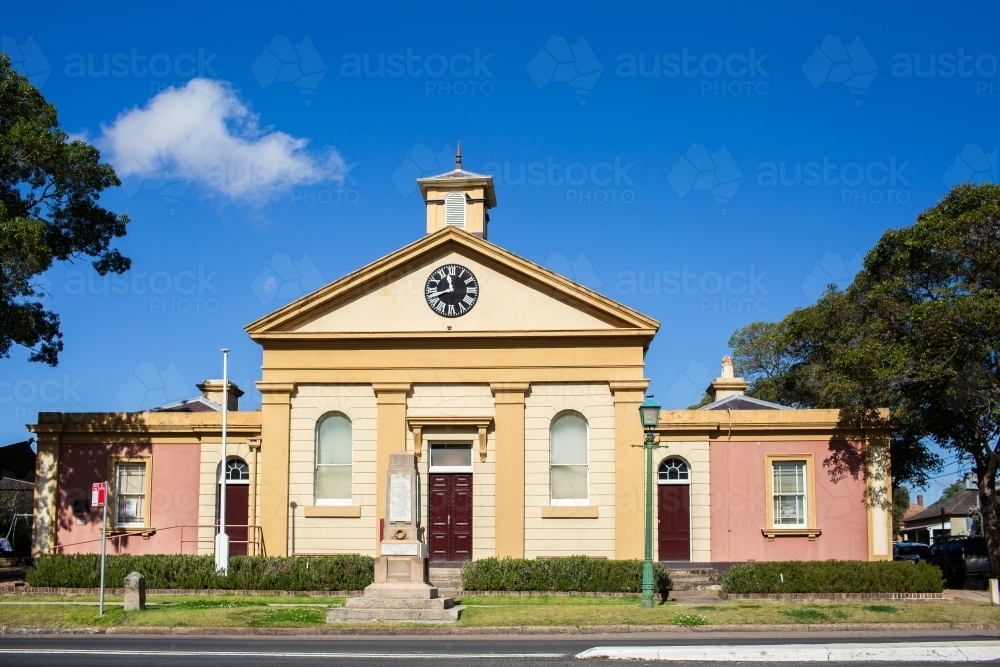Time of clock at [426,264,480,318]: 11:41
